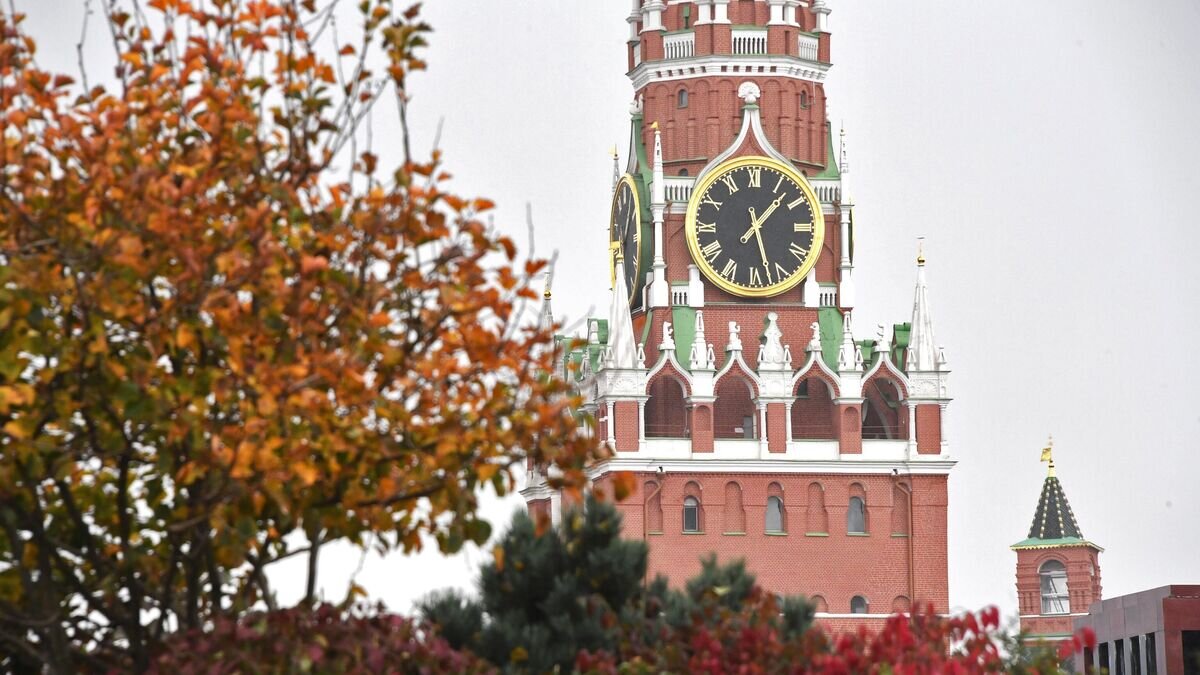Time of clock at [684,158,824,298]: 1:27
